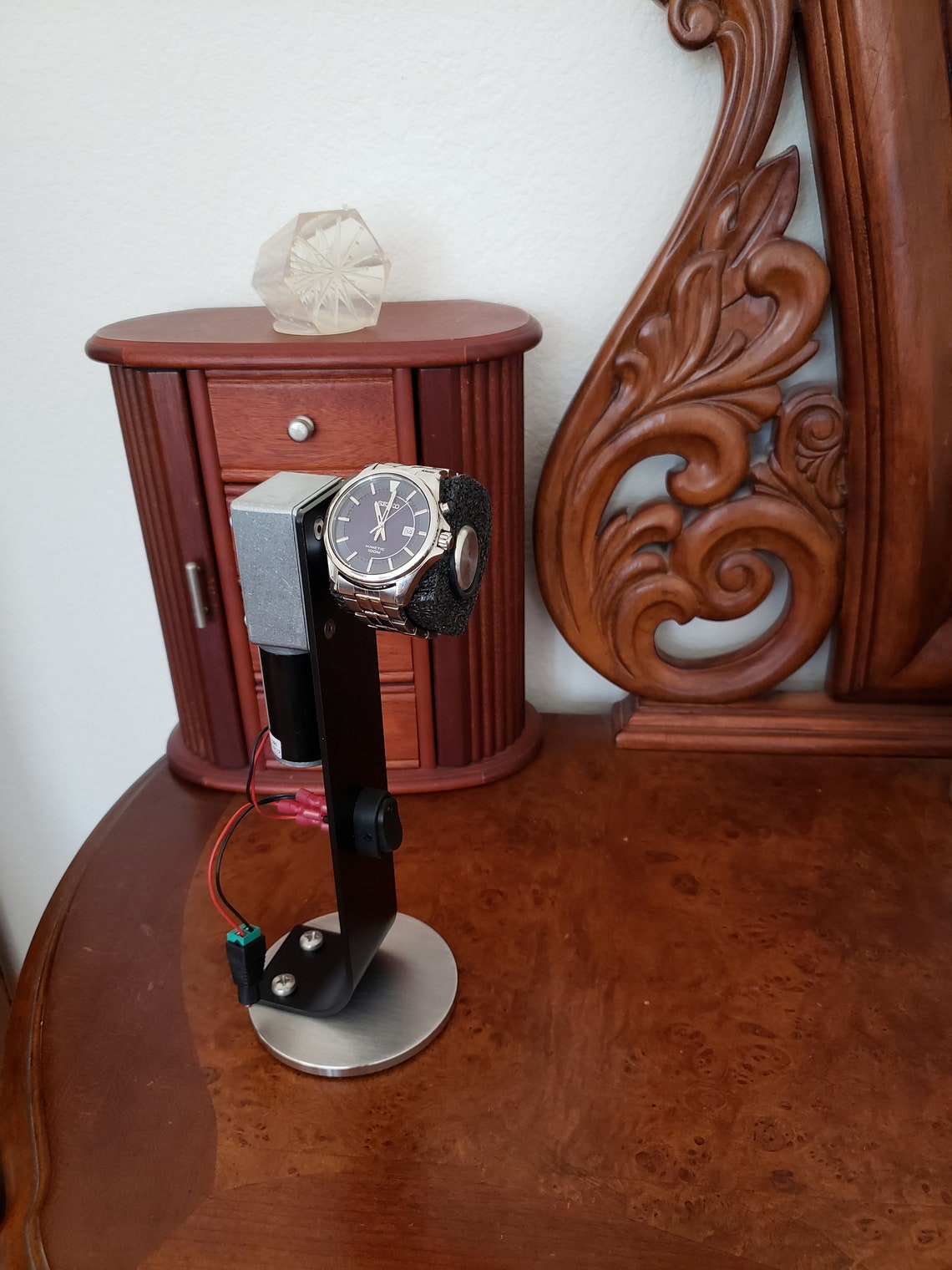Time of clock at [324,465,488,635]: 11:00
